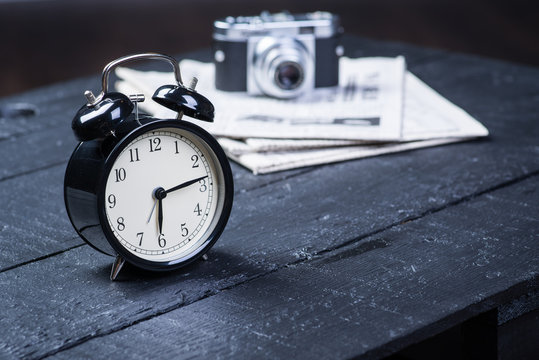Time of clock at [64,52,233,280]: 6:13
